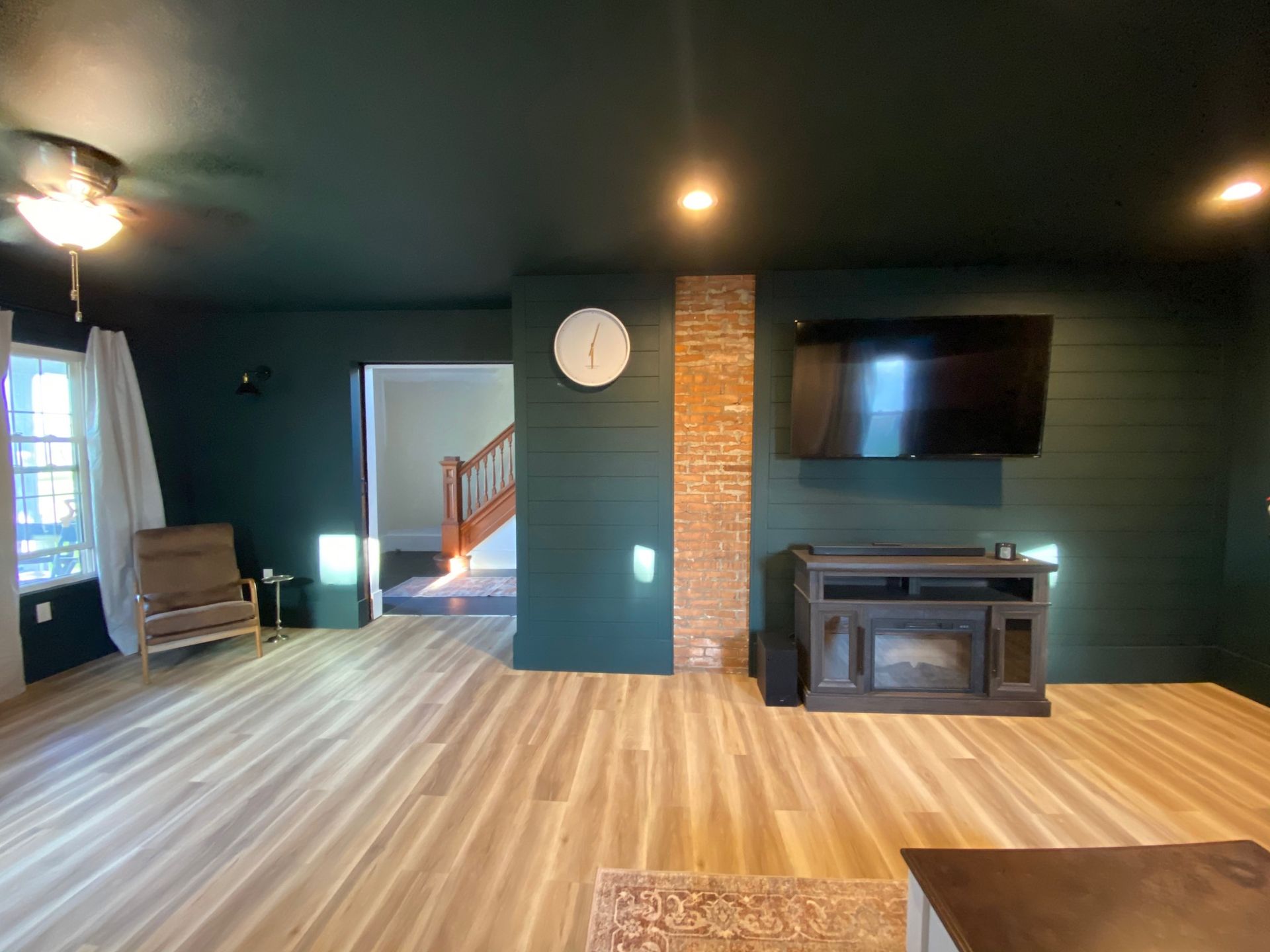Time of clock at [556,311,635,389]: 6:03
